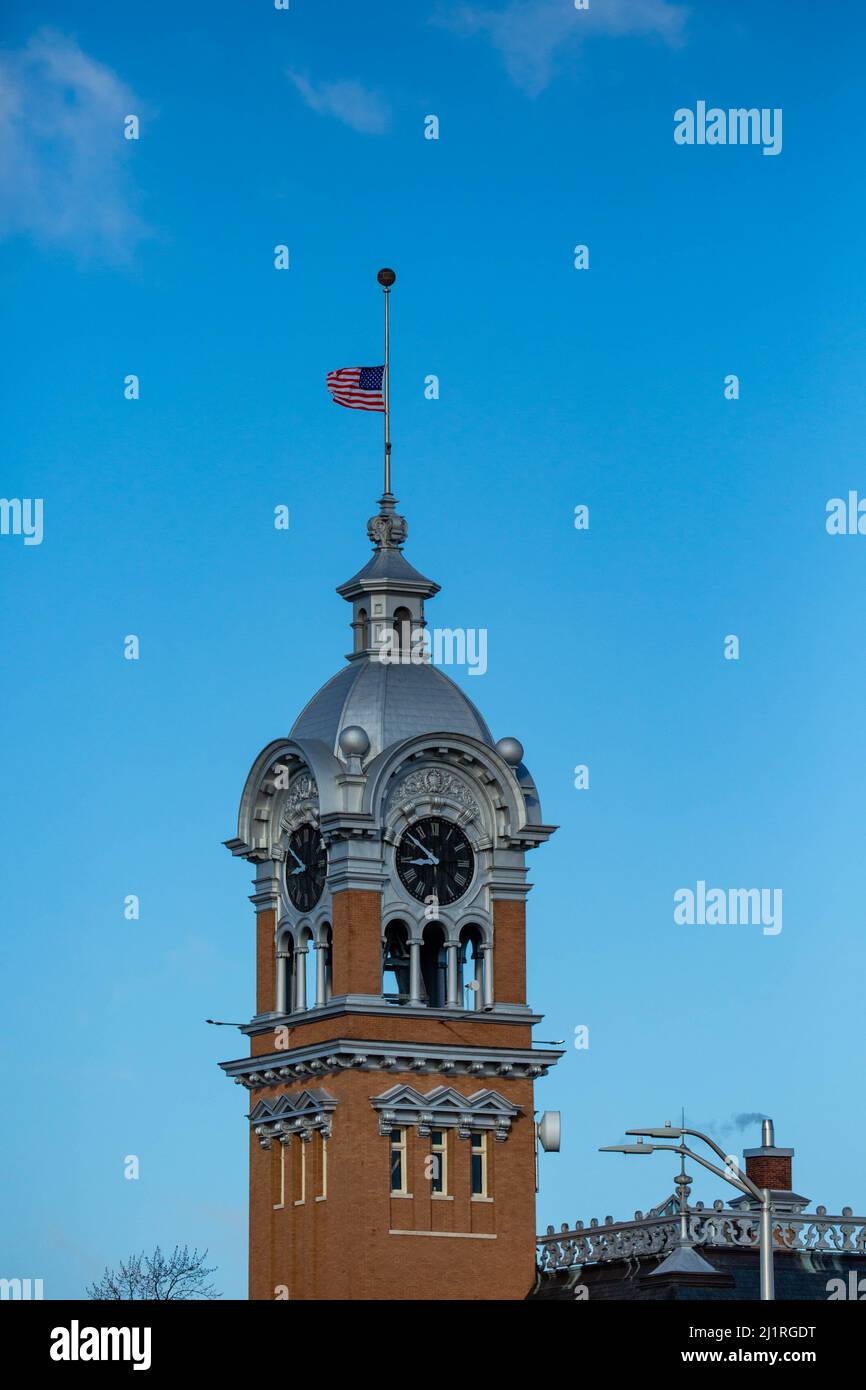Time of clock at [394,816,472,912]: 8:51
